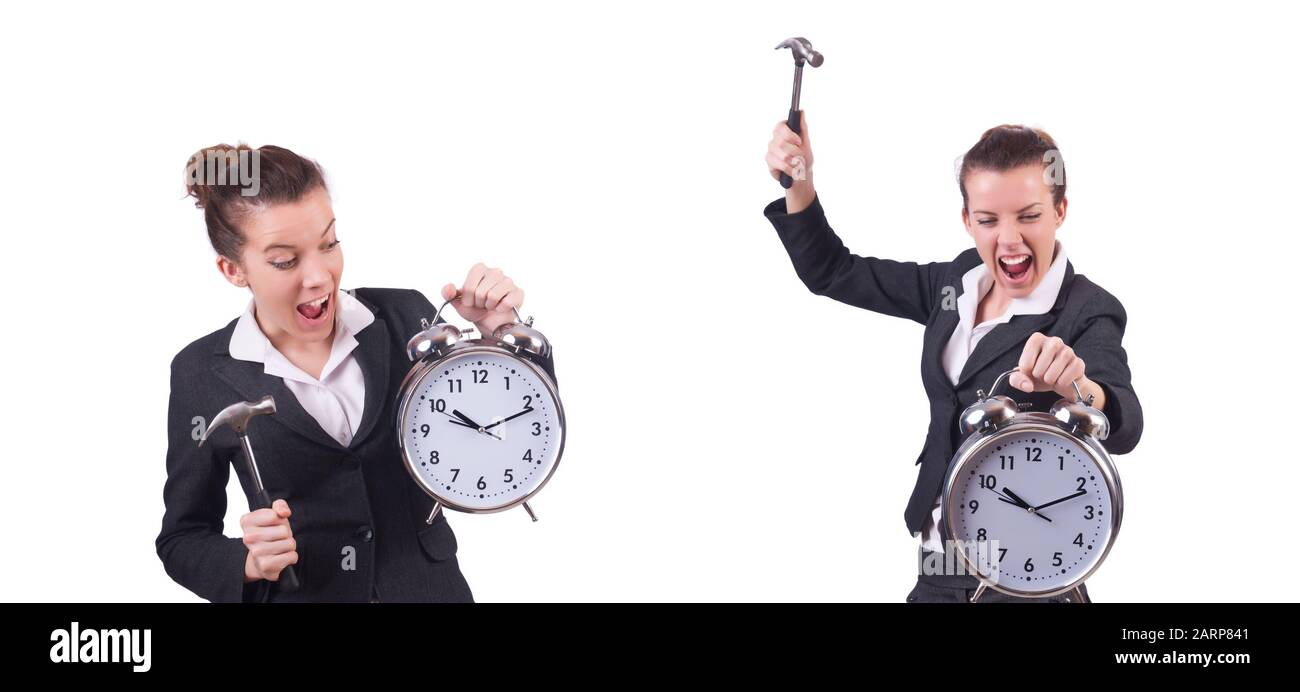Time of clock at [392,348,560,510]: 10:11
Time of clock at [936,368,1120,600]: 10:11
